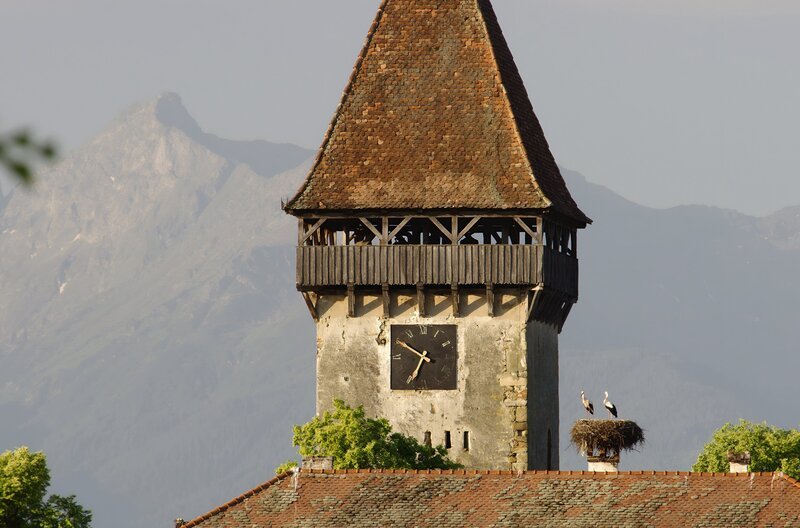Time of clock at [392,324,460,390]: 6:50
